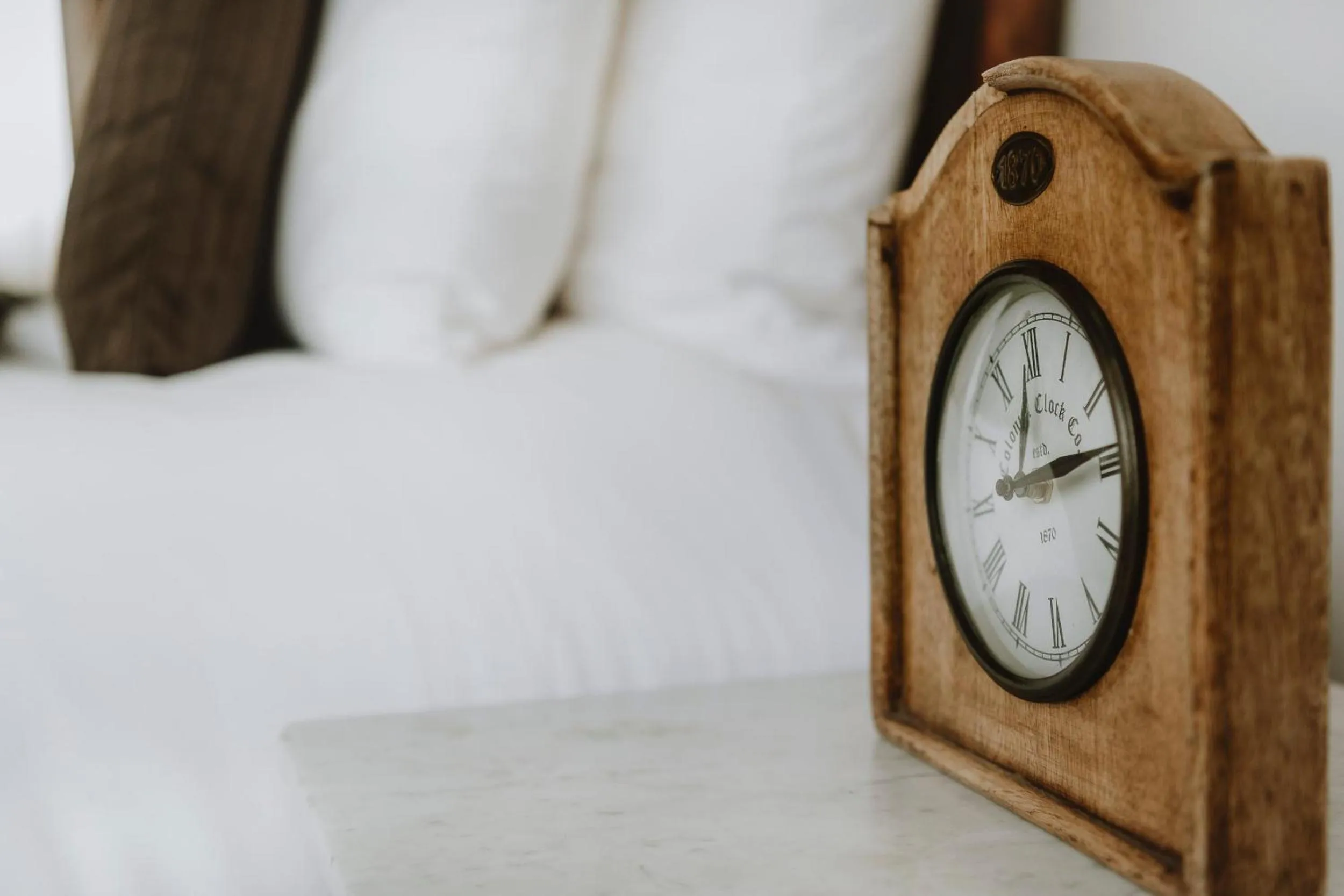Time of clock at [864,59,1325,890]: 12:13
